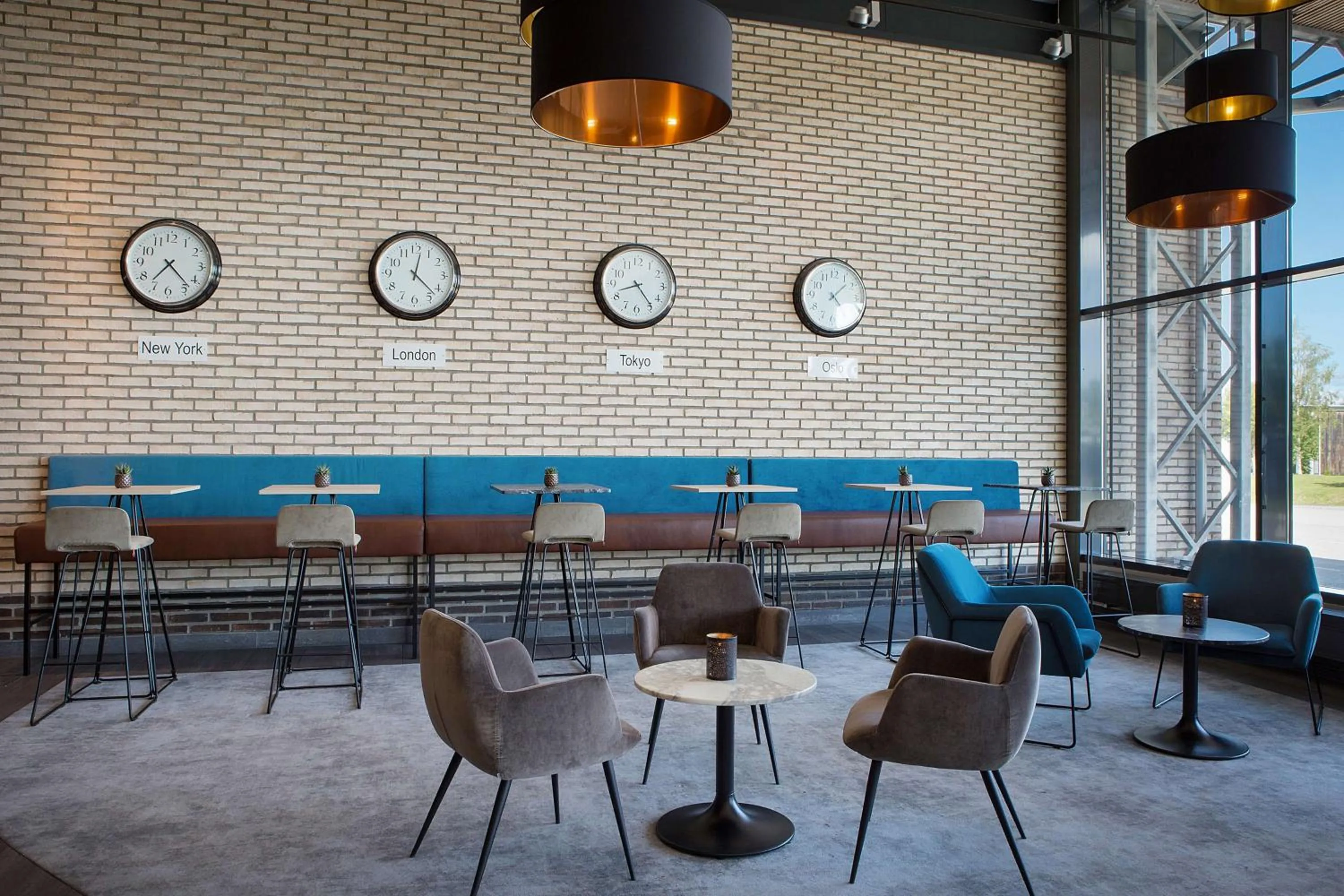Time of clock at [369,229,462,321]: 12:22
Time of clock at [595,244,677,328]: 8:23
